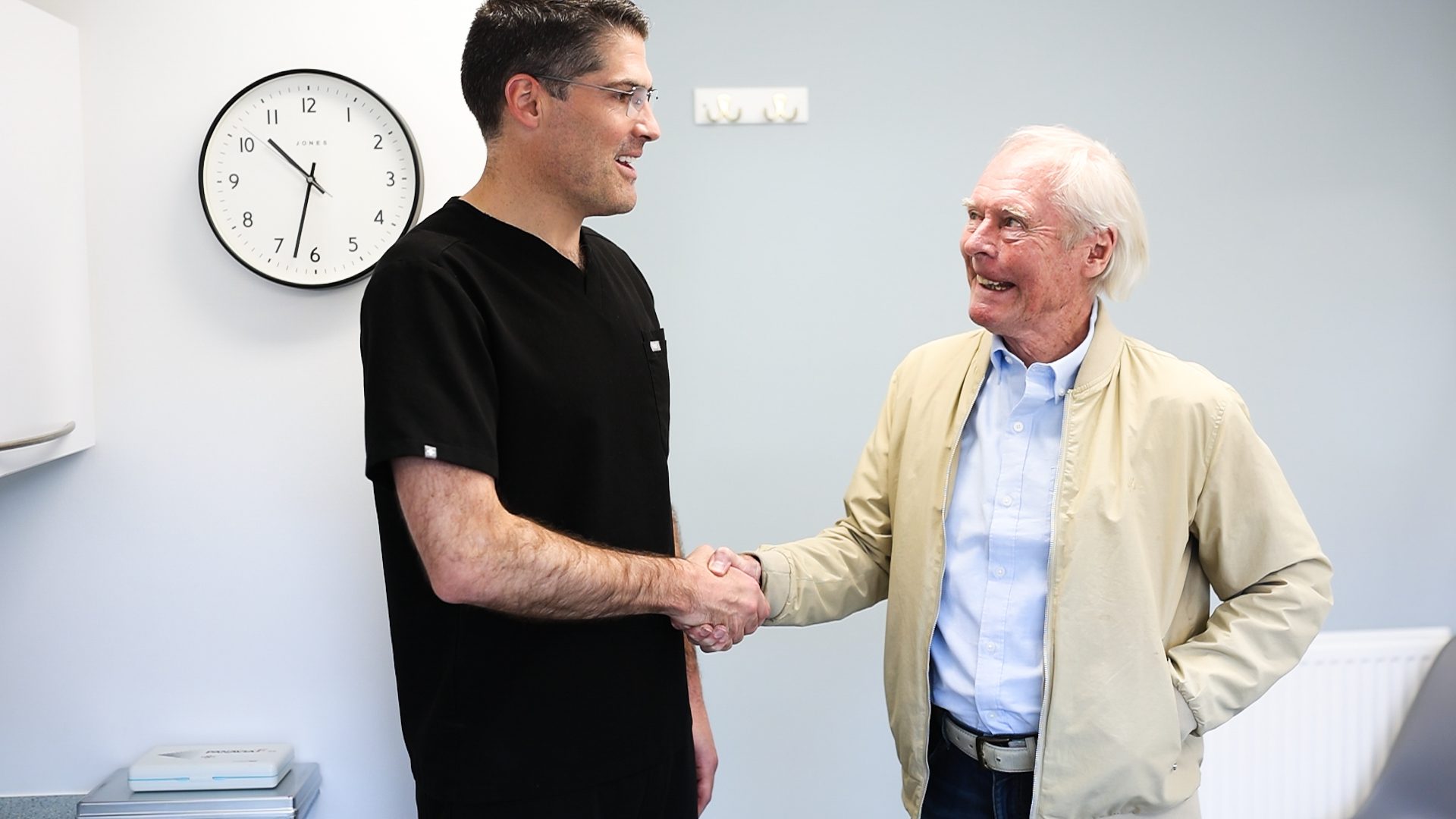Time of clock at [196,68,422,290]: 10:32
